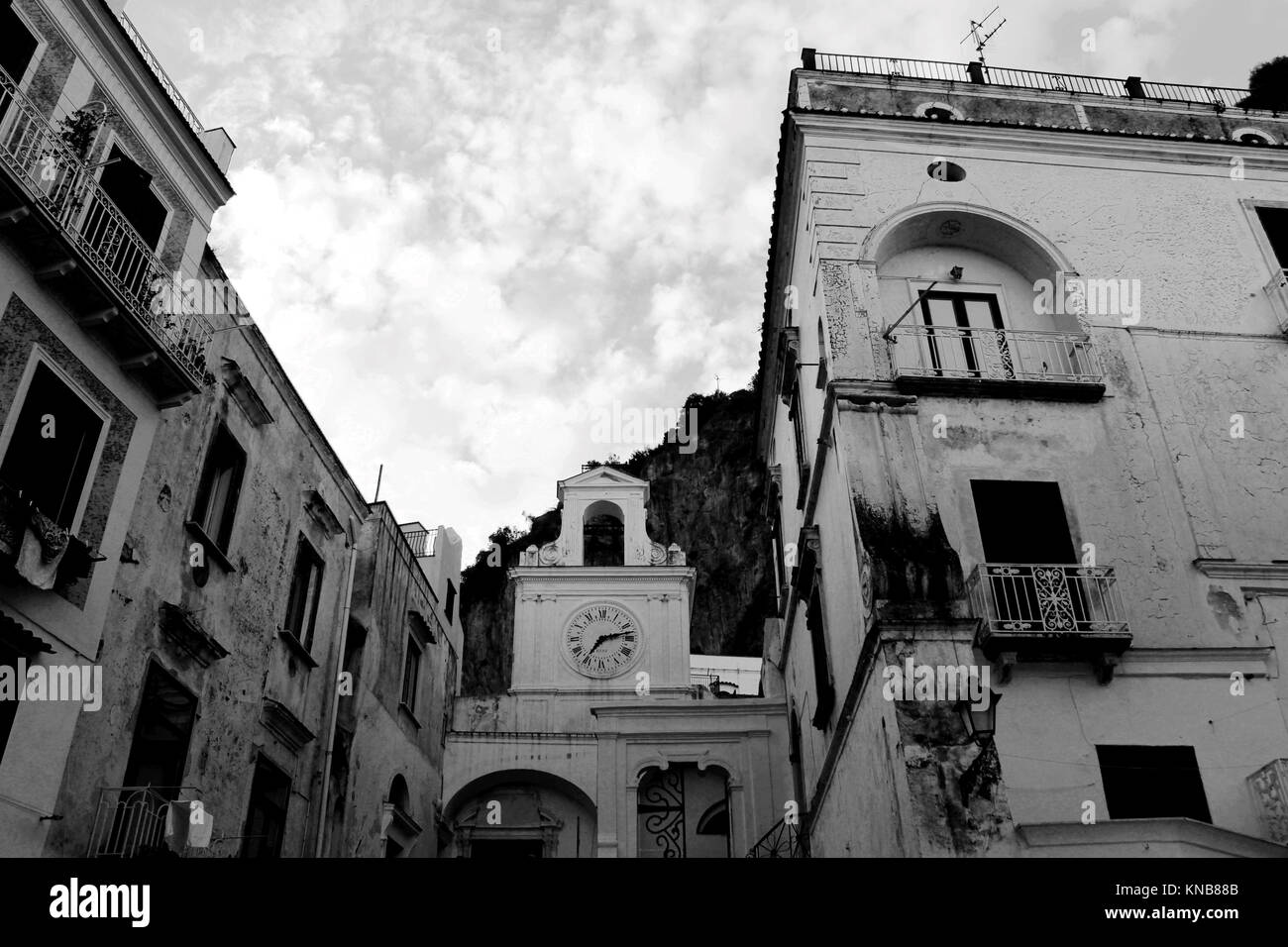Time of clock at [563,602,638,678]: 7:12
